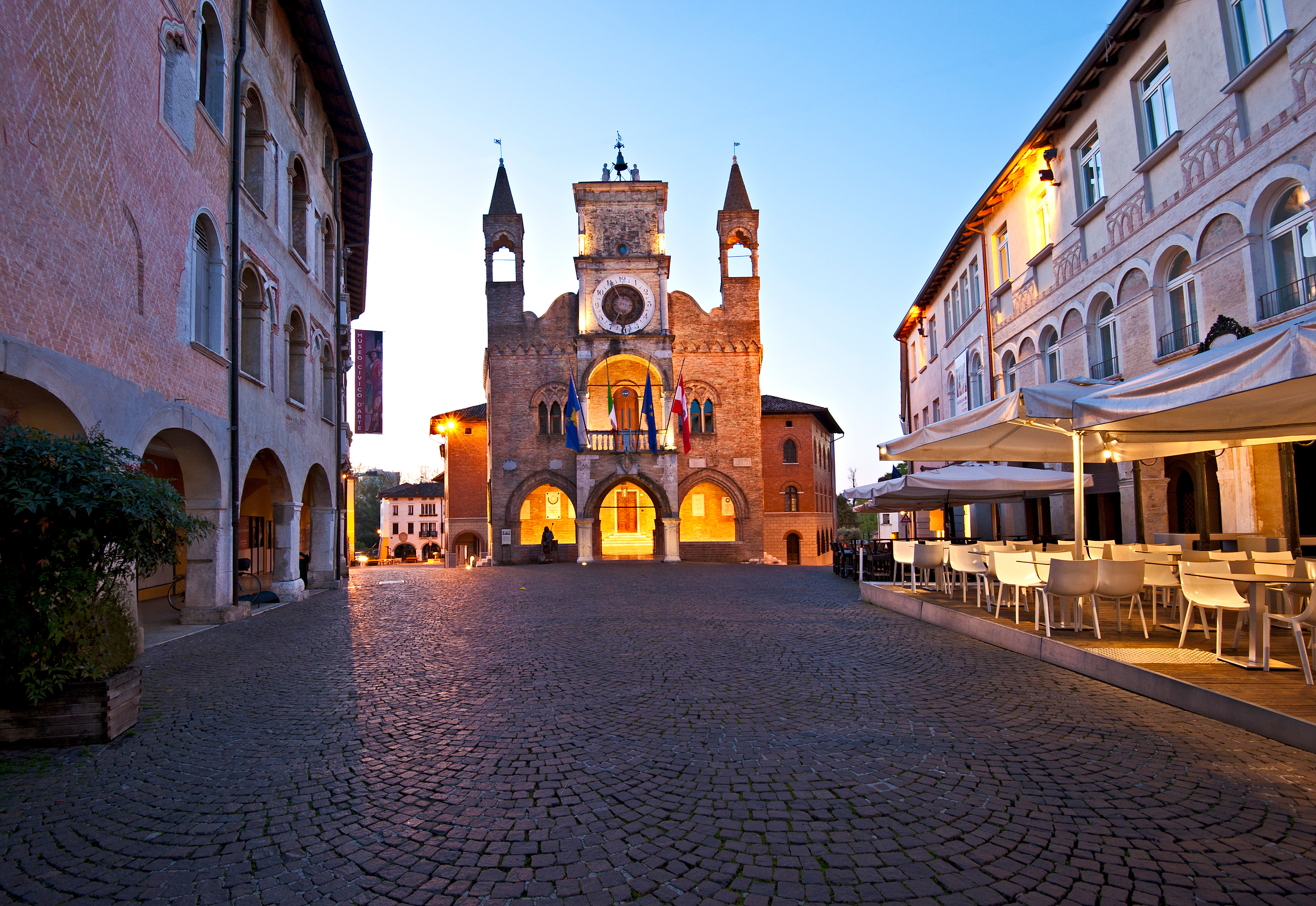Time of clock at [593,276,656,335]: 6:55
